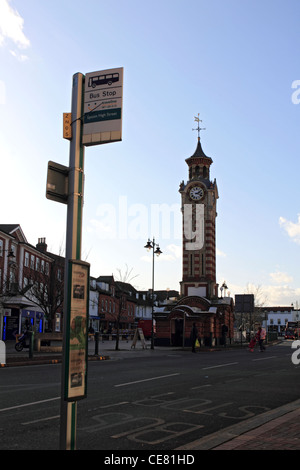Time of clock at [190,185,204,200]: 2:18
